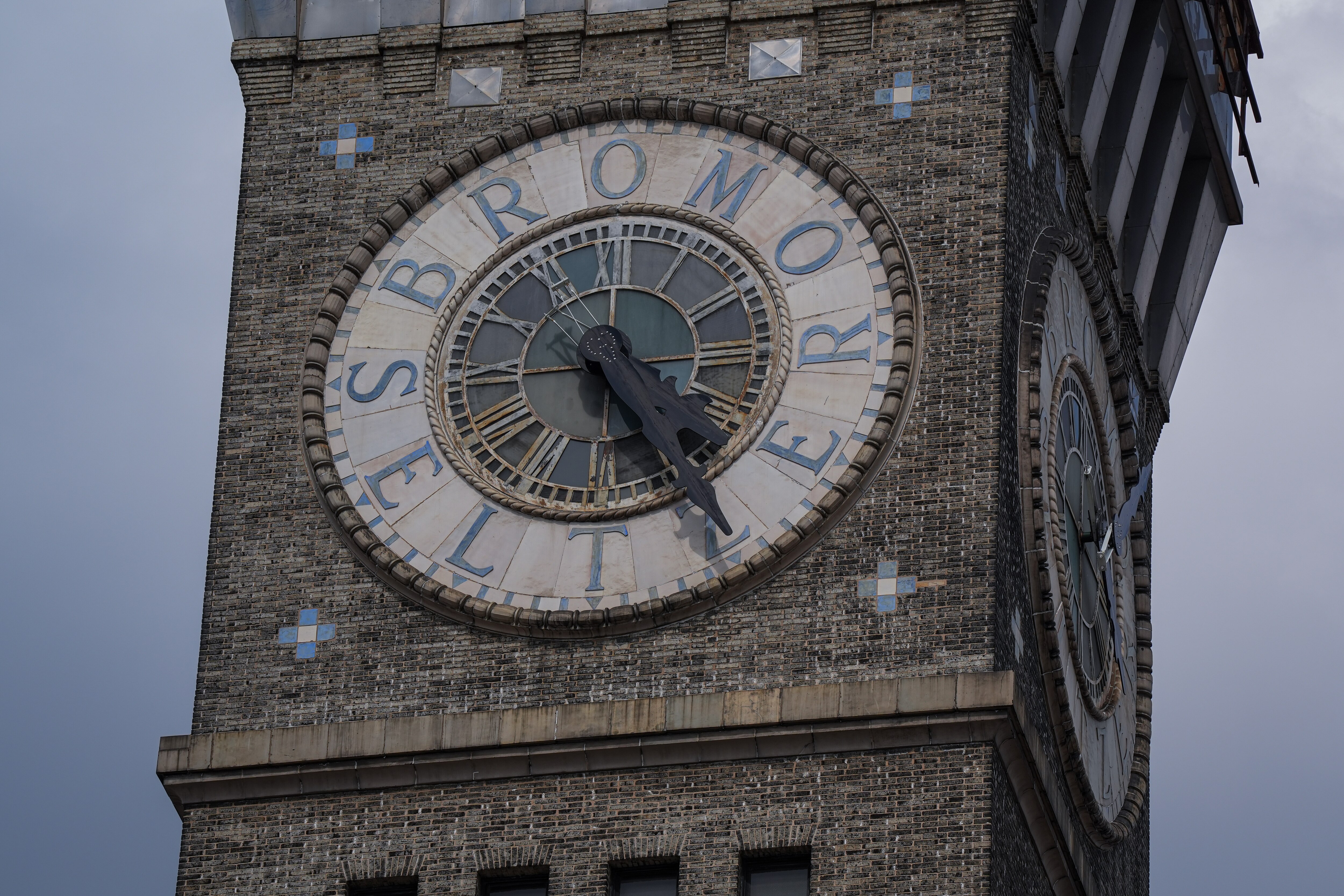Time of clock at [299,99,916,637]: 5:24
